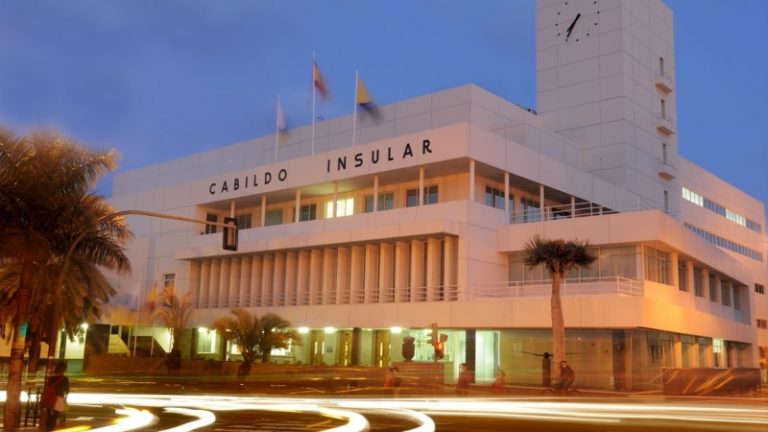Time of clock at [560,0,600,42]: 7:35
